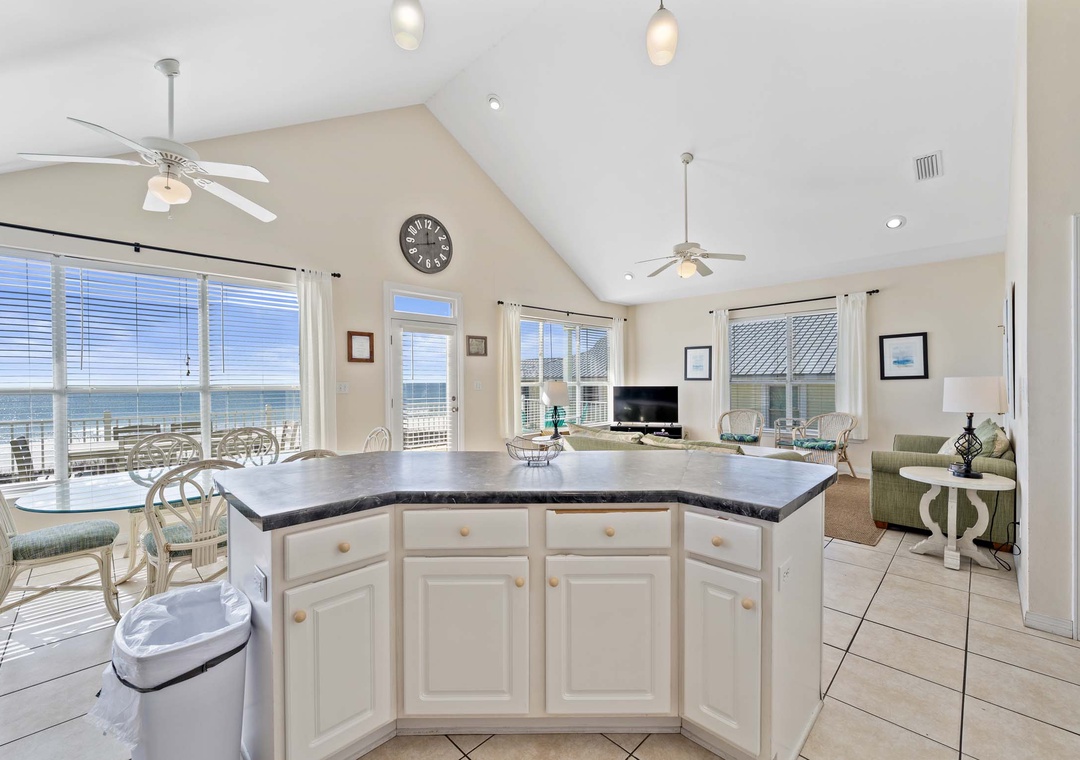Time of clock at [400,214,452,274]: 11:42
